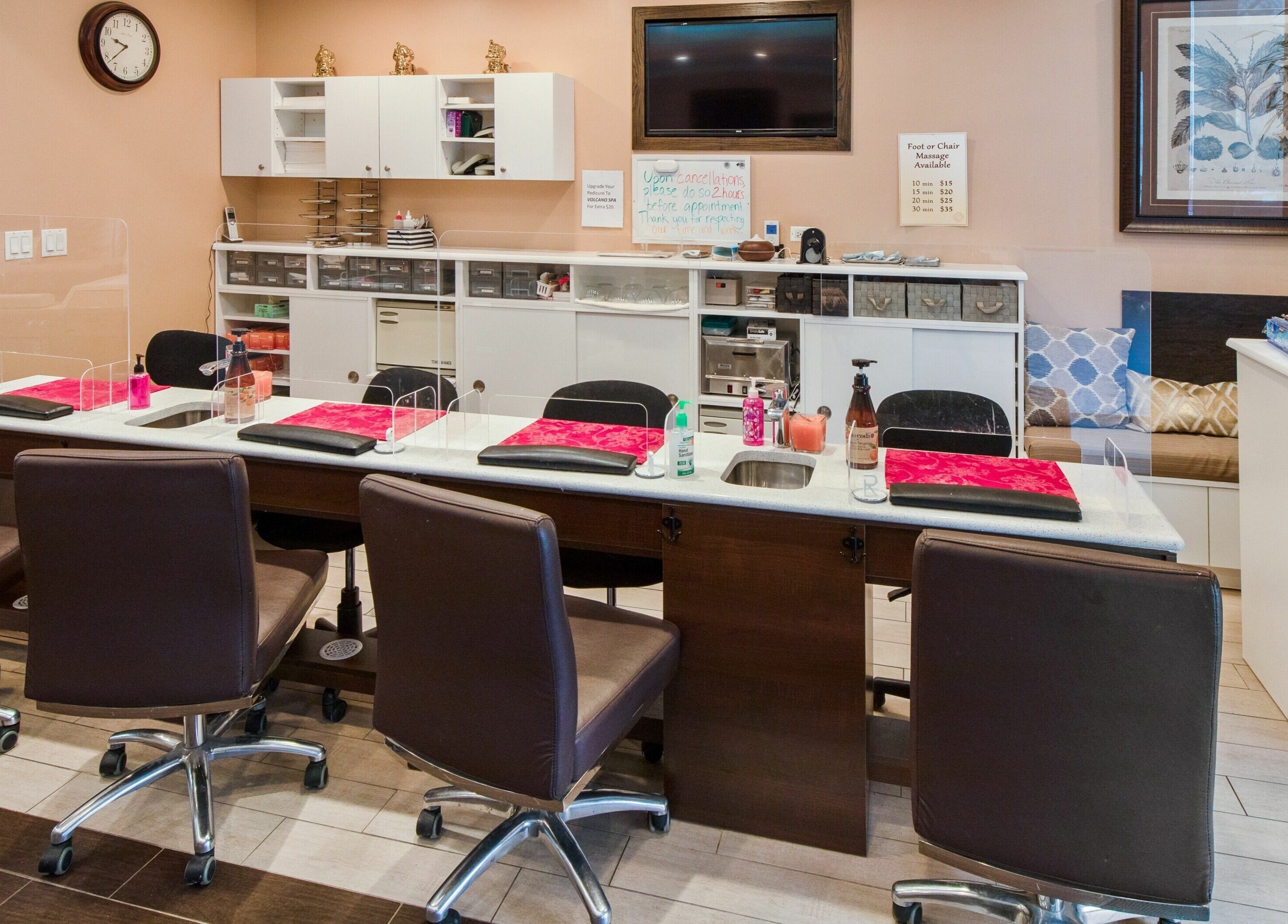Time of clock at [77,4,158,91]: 9:38
